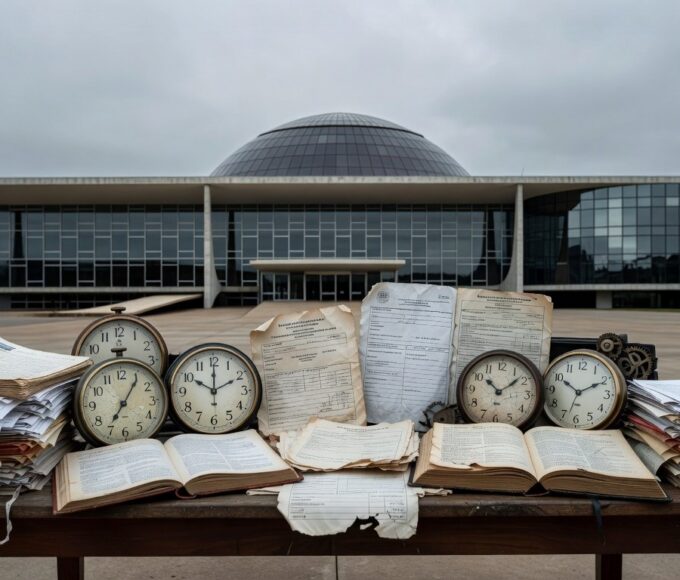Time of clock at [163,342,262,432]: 10:00
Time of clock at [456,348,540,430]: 10:08
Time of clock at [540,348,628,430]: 10:10
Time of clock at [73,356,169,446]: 7:05
